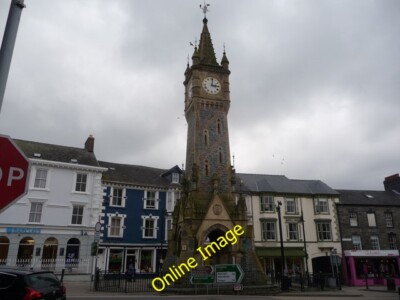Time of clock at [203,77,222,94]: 3:01
